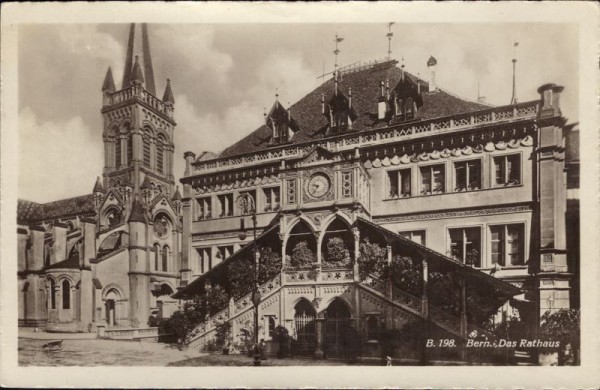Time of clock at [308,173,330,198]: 9:36
